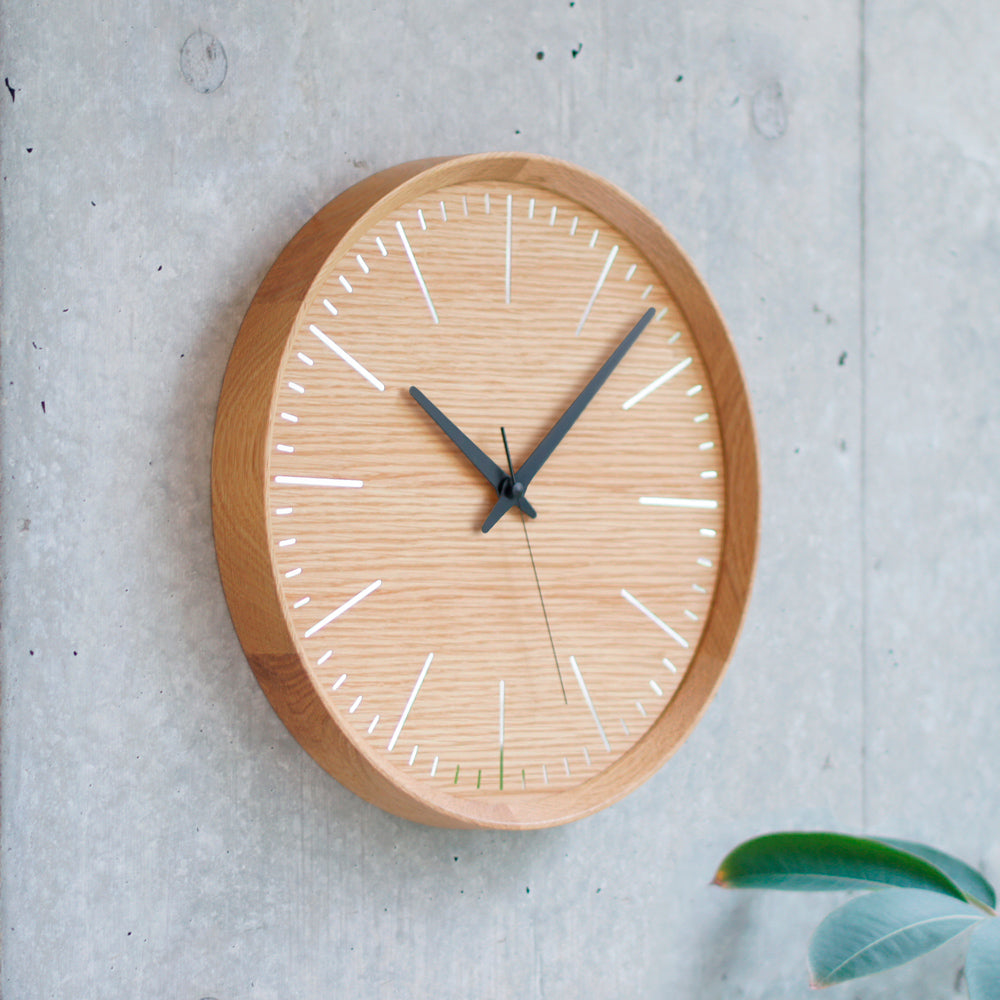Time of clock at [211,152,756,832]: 10:07
